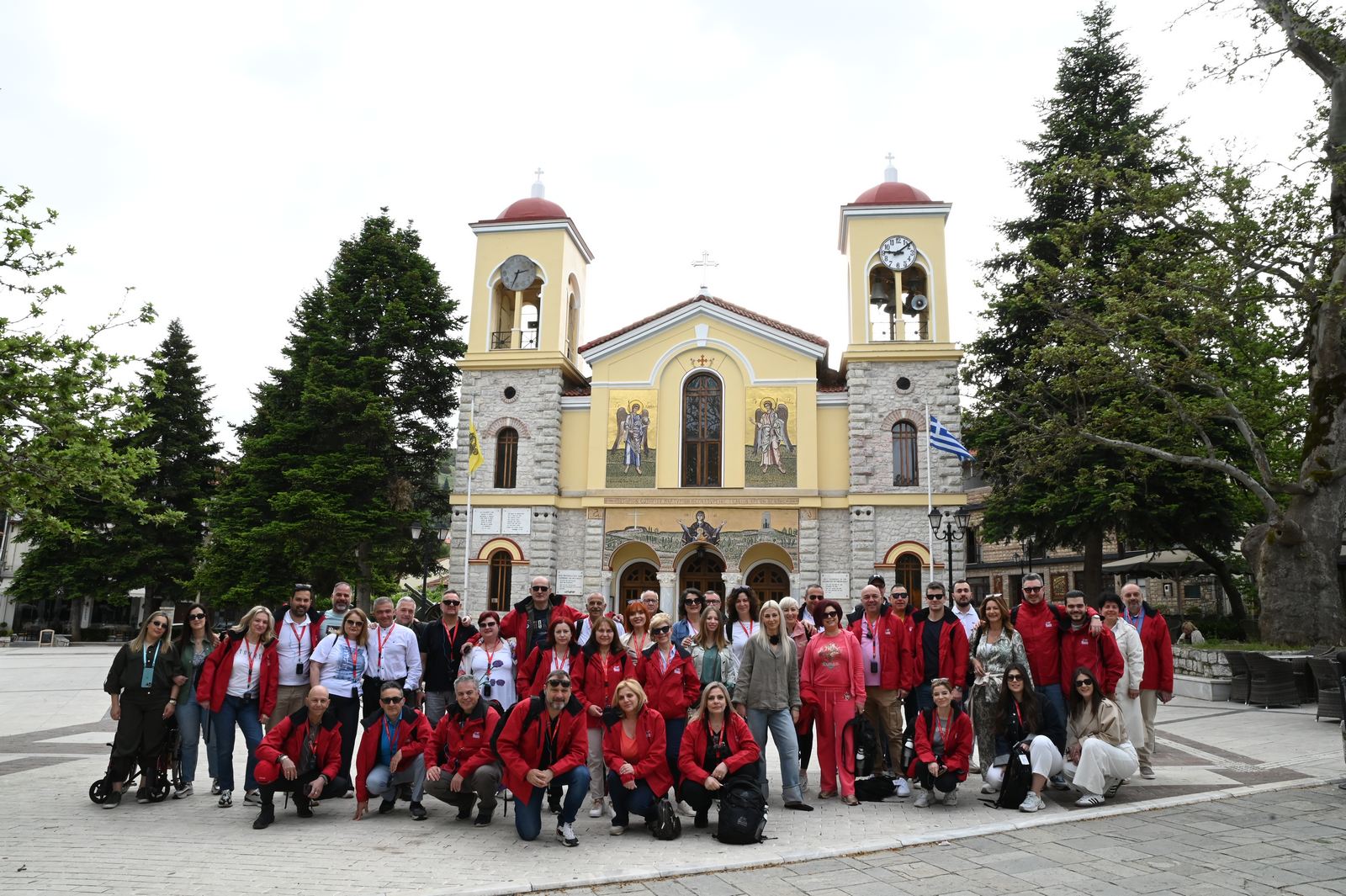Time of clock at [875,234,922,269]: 9:08
